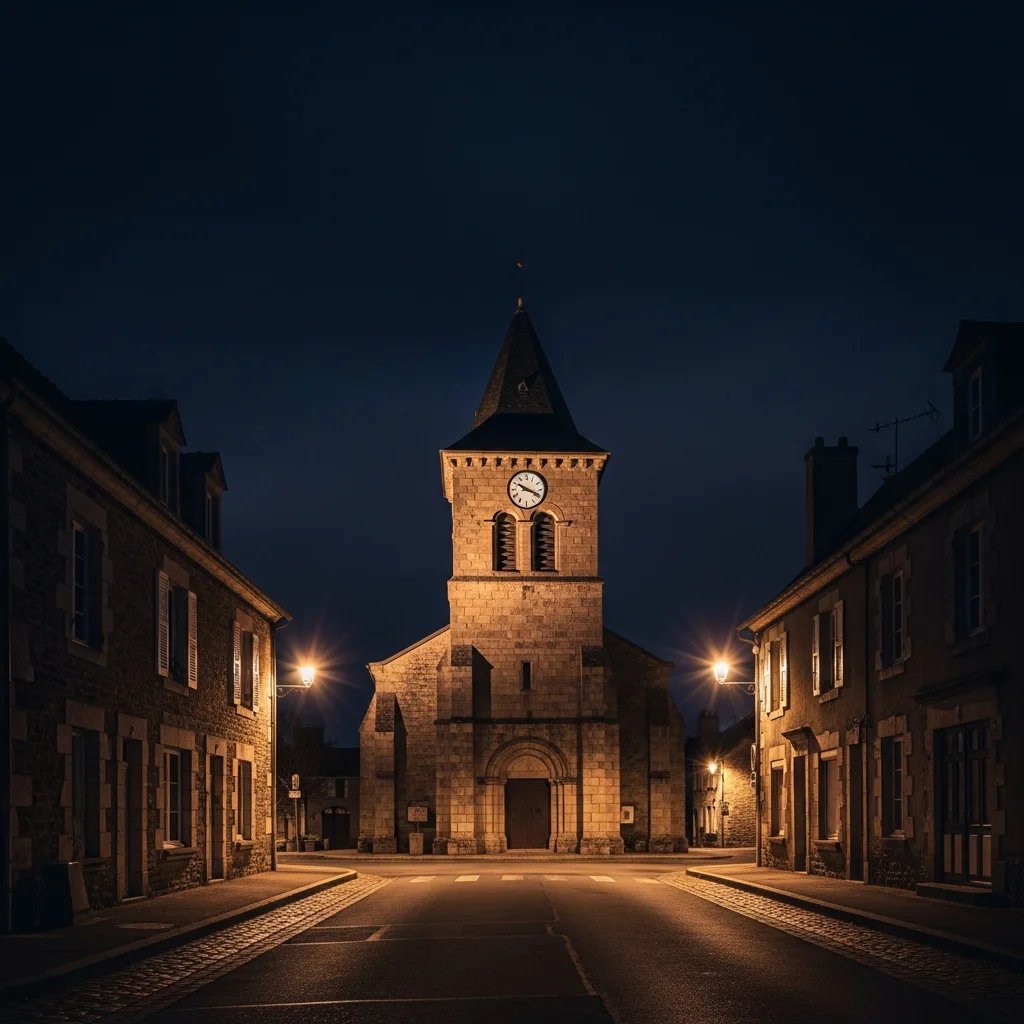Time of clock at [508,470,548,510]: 3:50
